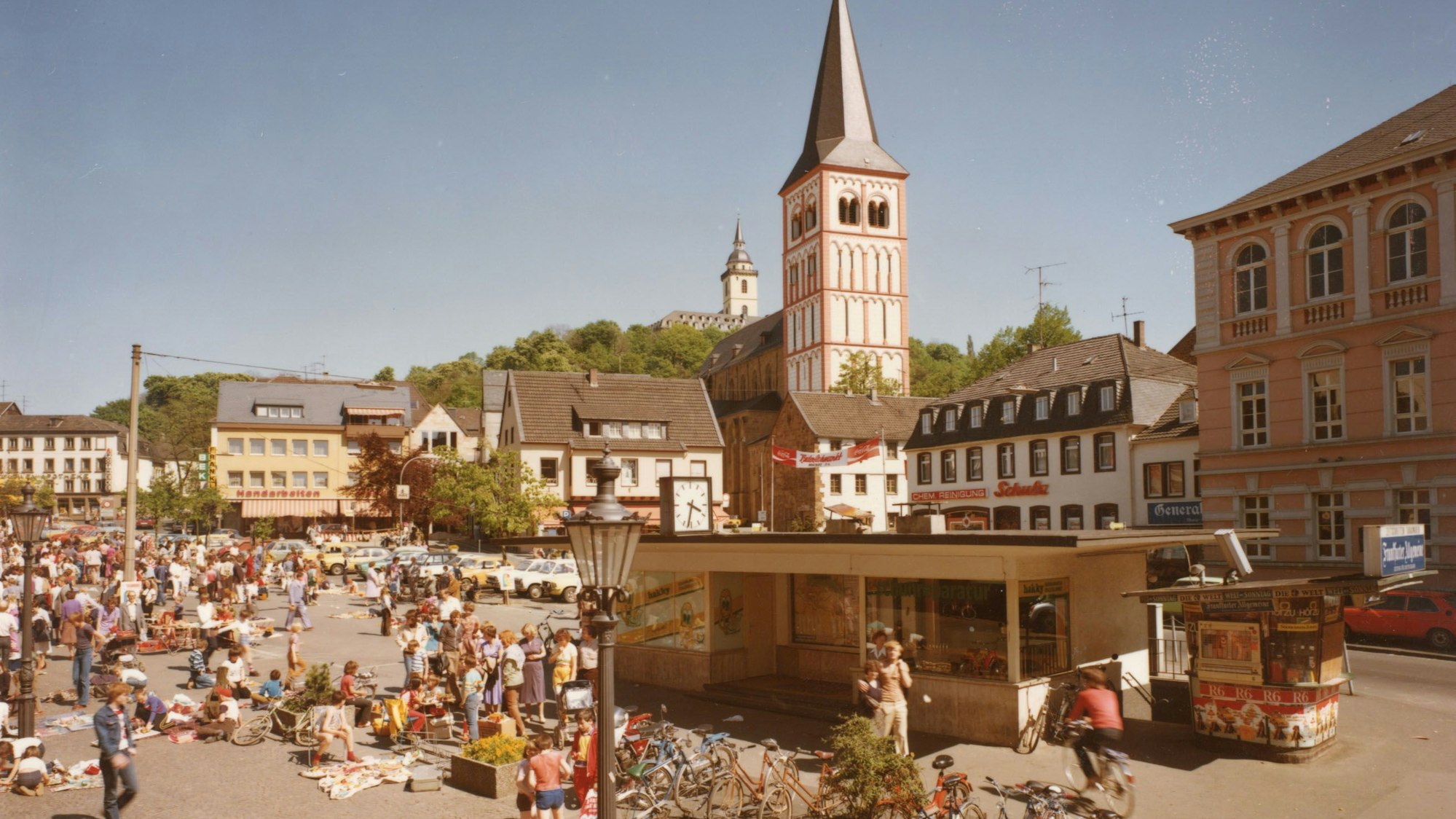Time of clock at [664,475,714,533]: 3:32
